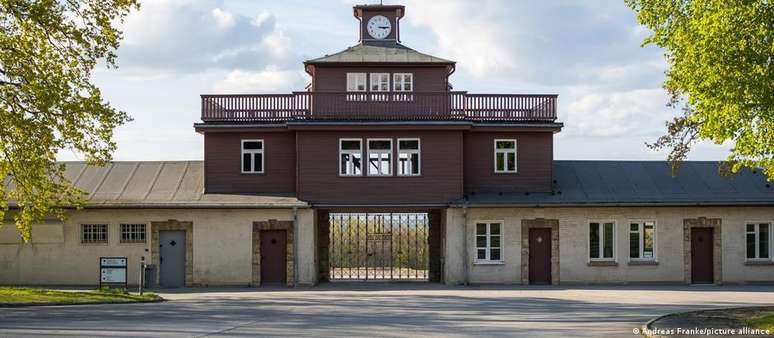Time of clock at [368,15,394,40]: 3:14
